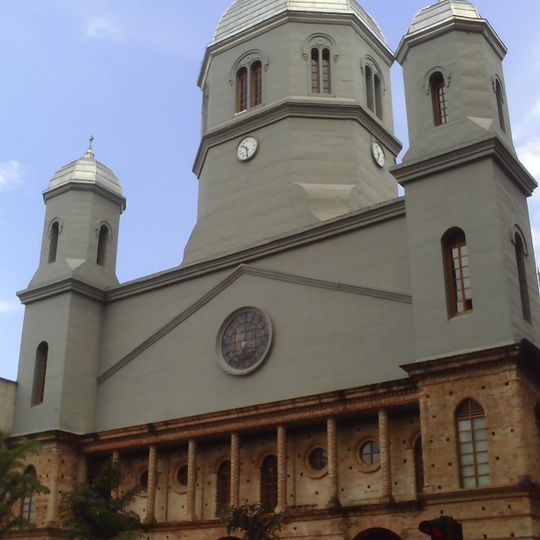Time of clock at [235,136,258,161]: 10:28
